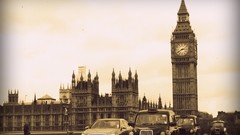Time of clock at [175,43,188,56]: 2:40
